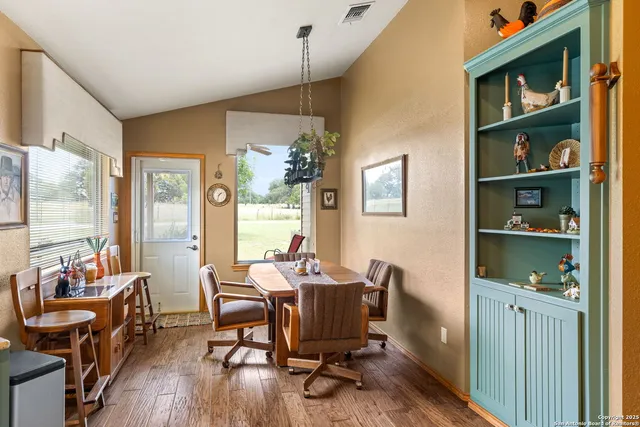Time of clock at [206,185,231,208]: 1:32
